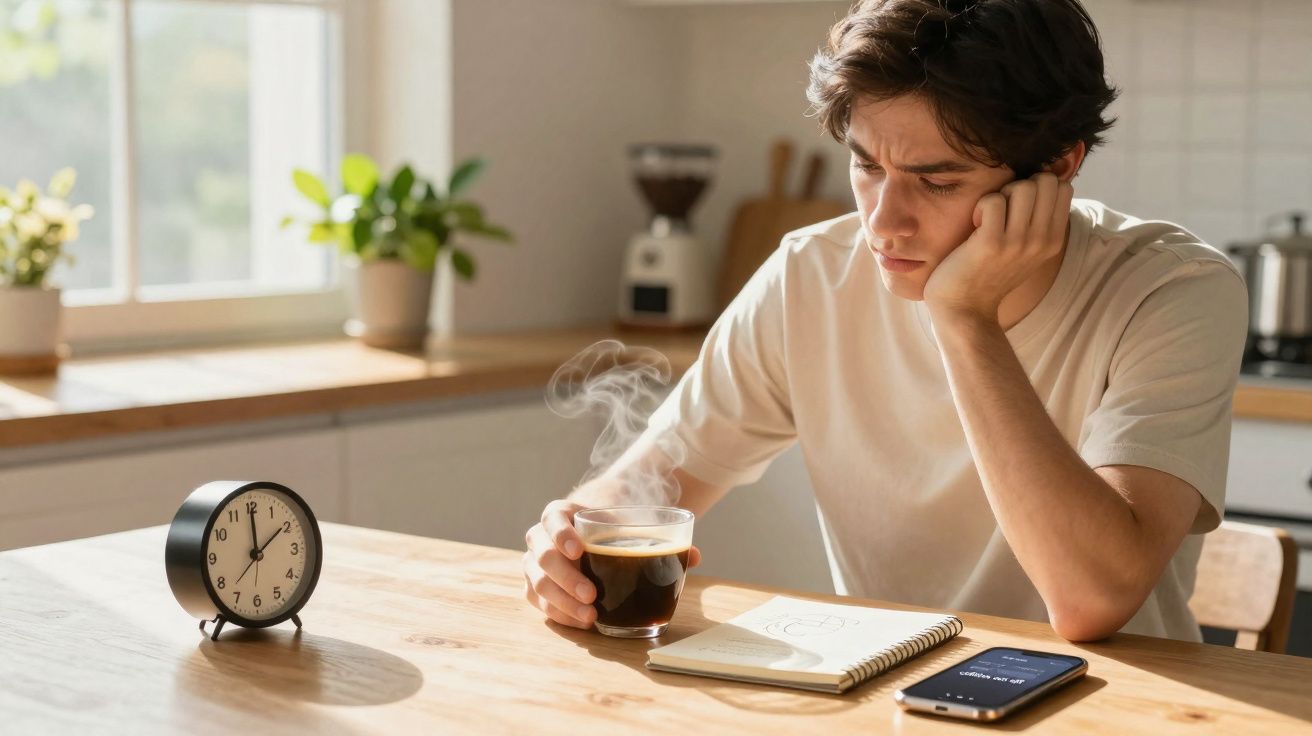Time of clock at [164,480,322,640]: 1:59
